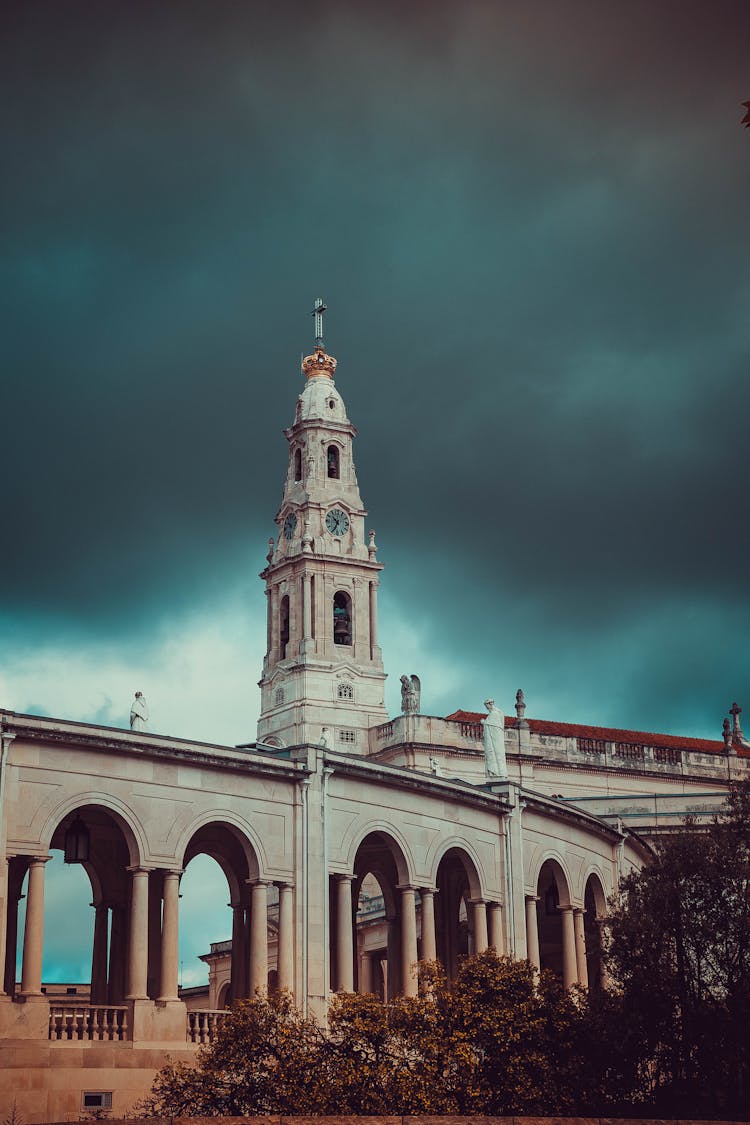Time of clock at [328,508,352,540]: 10:34
